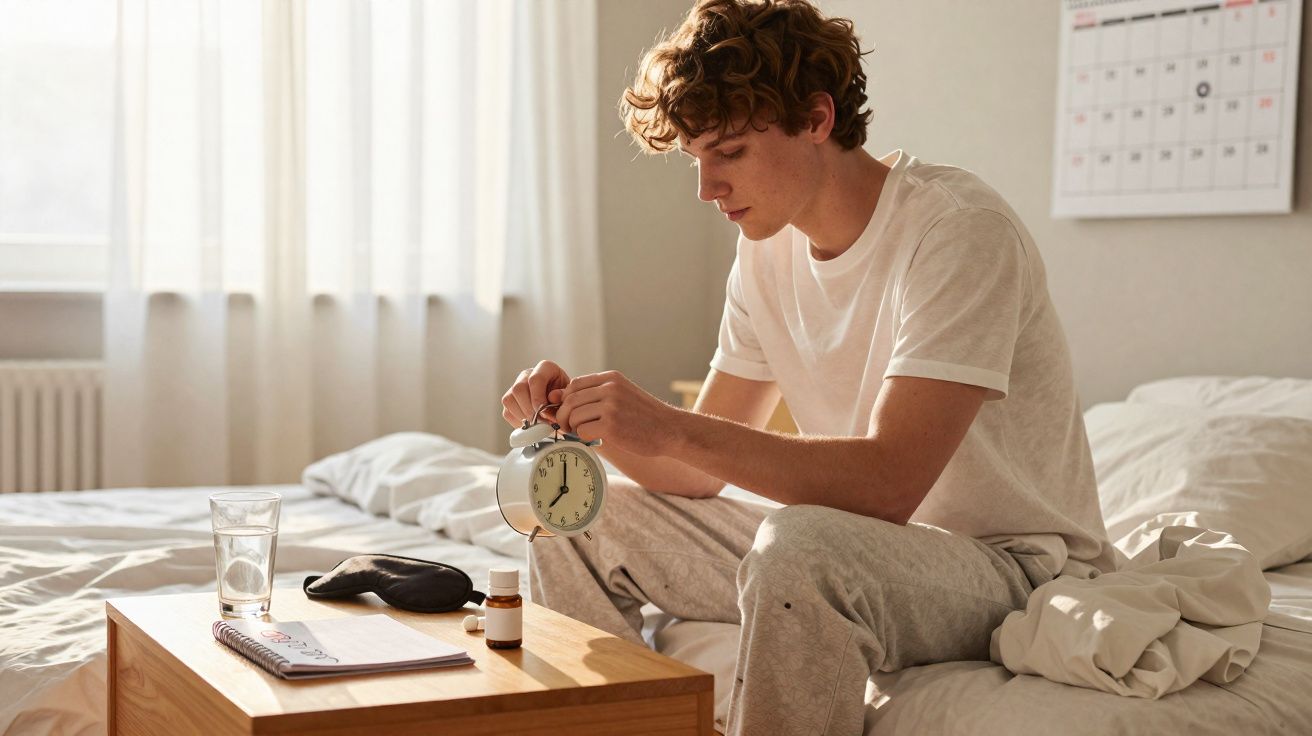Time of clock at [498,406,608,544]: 7:01
